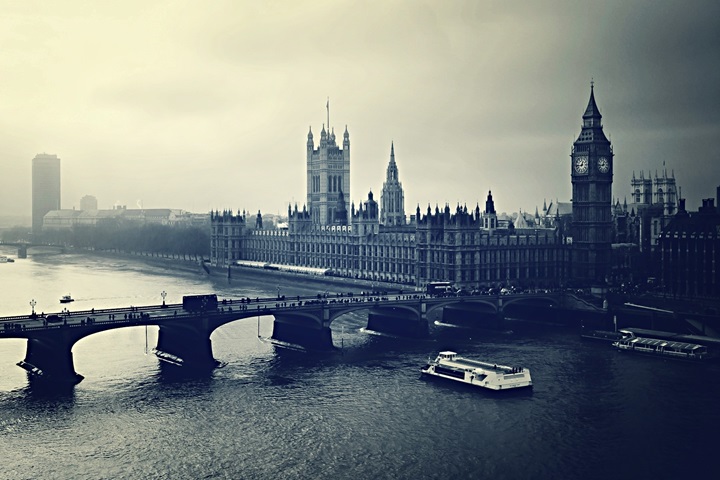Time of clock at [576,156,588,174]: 12:44
